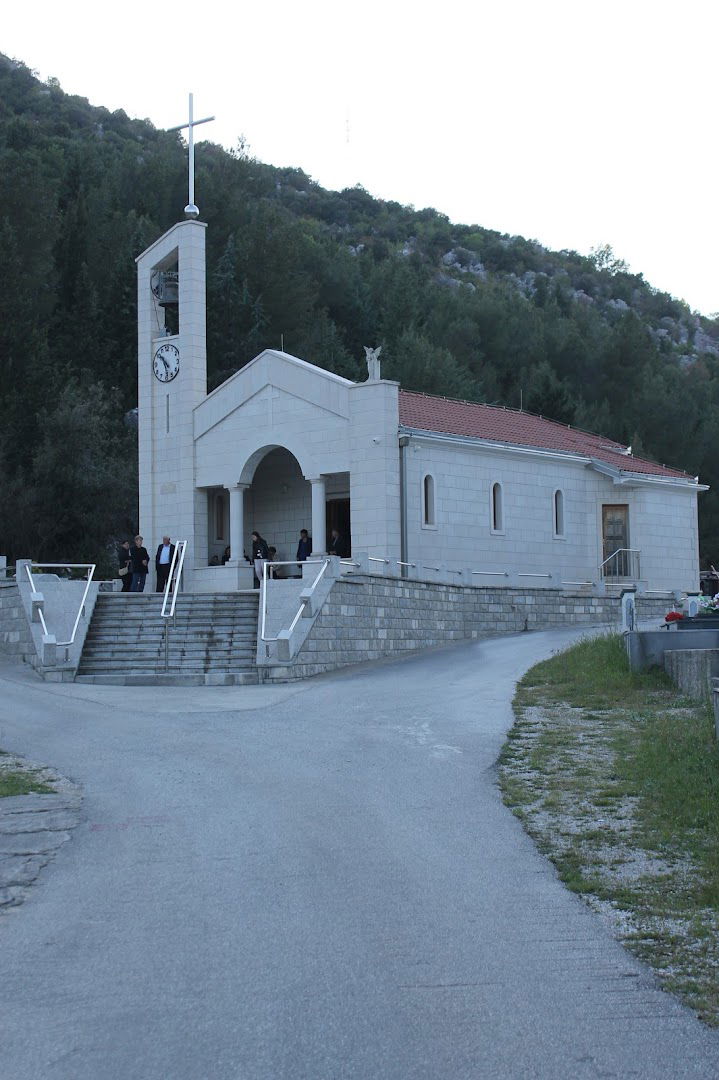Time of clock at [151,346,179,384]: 10:28
